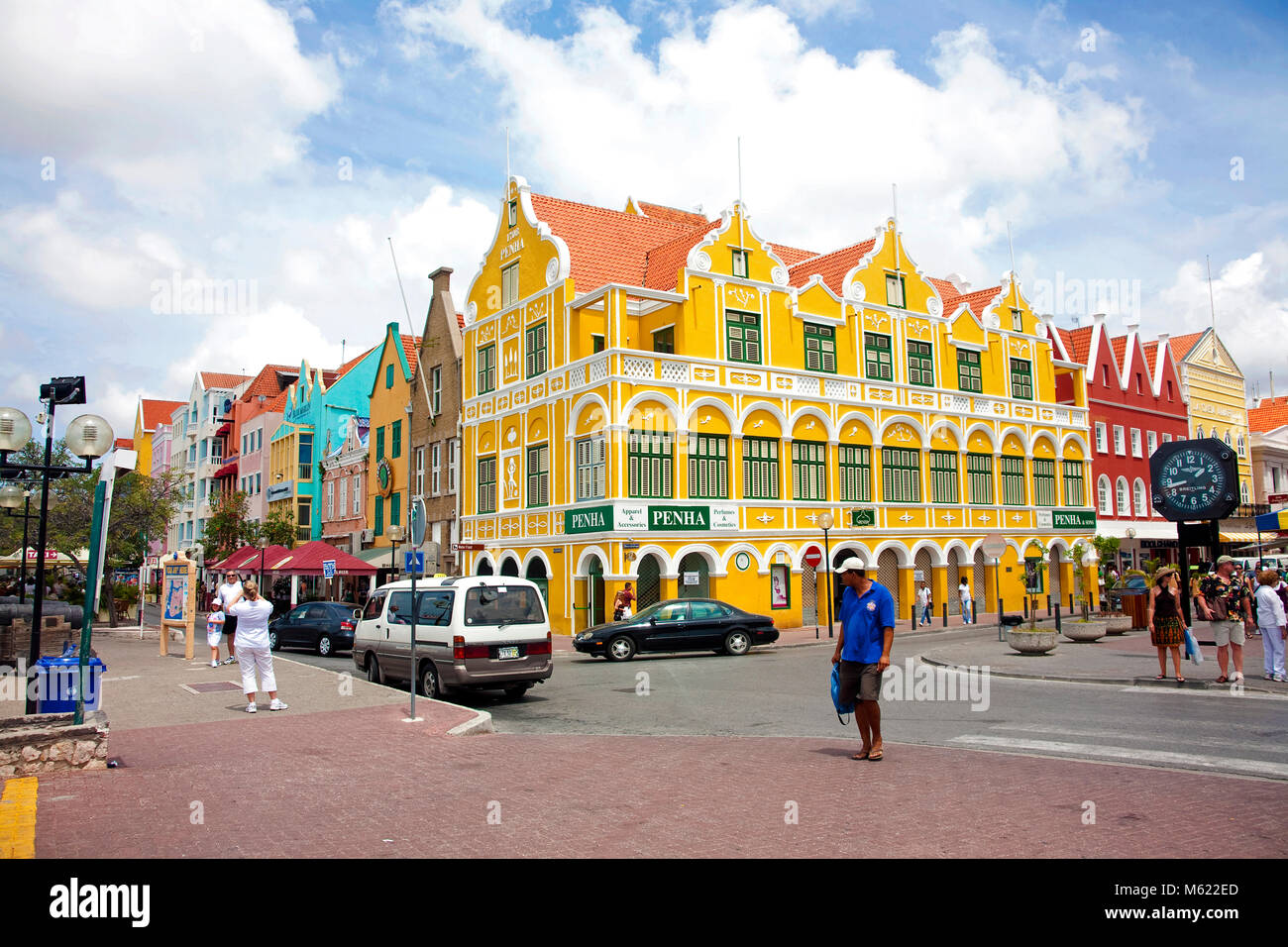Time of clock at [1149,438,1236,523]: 1:42
